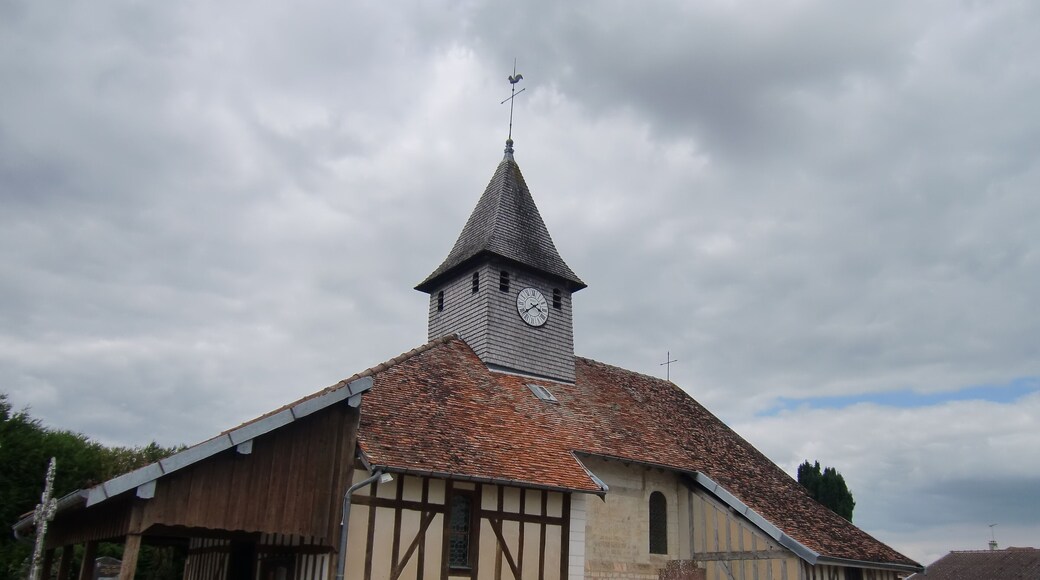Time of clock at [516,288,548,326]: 3:38
